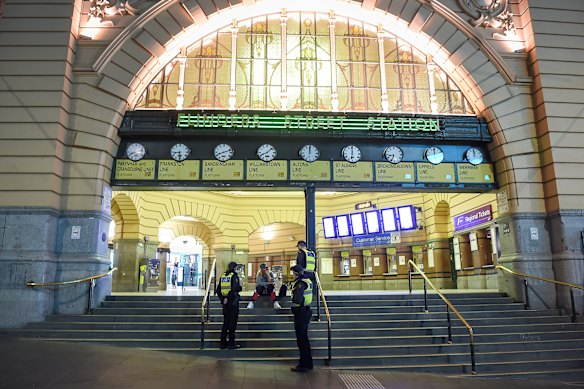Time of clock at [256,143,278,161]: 8:07
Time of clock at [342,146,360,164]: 5:59
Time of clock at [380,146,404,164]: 8:33
